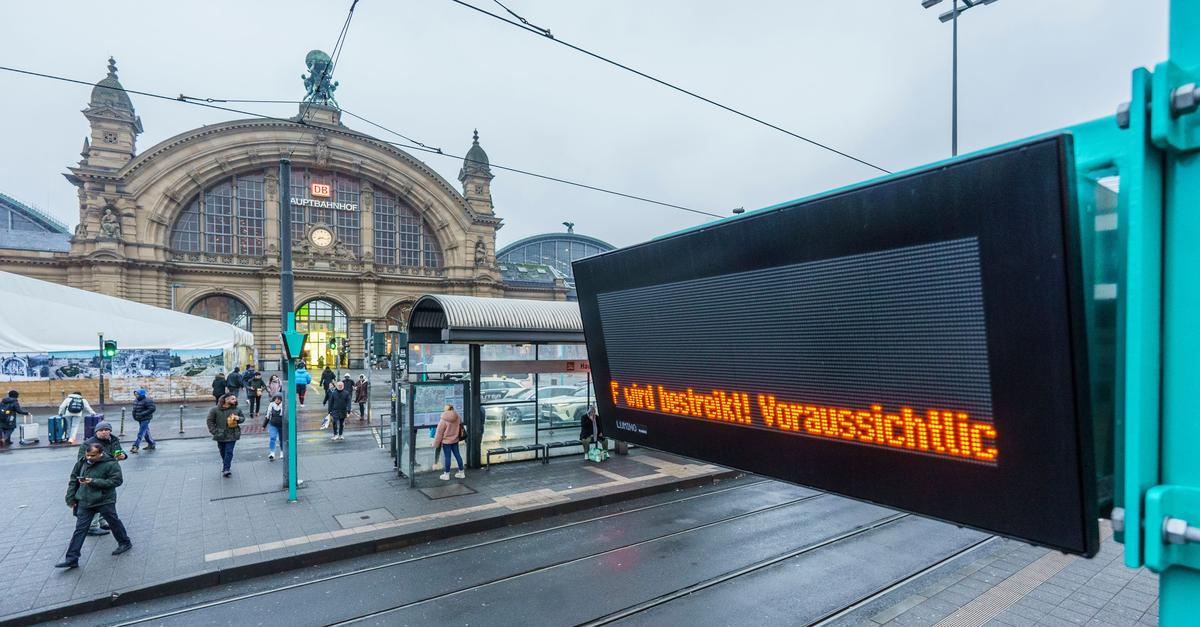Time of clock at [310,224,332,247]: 8:16
